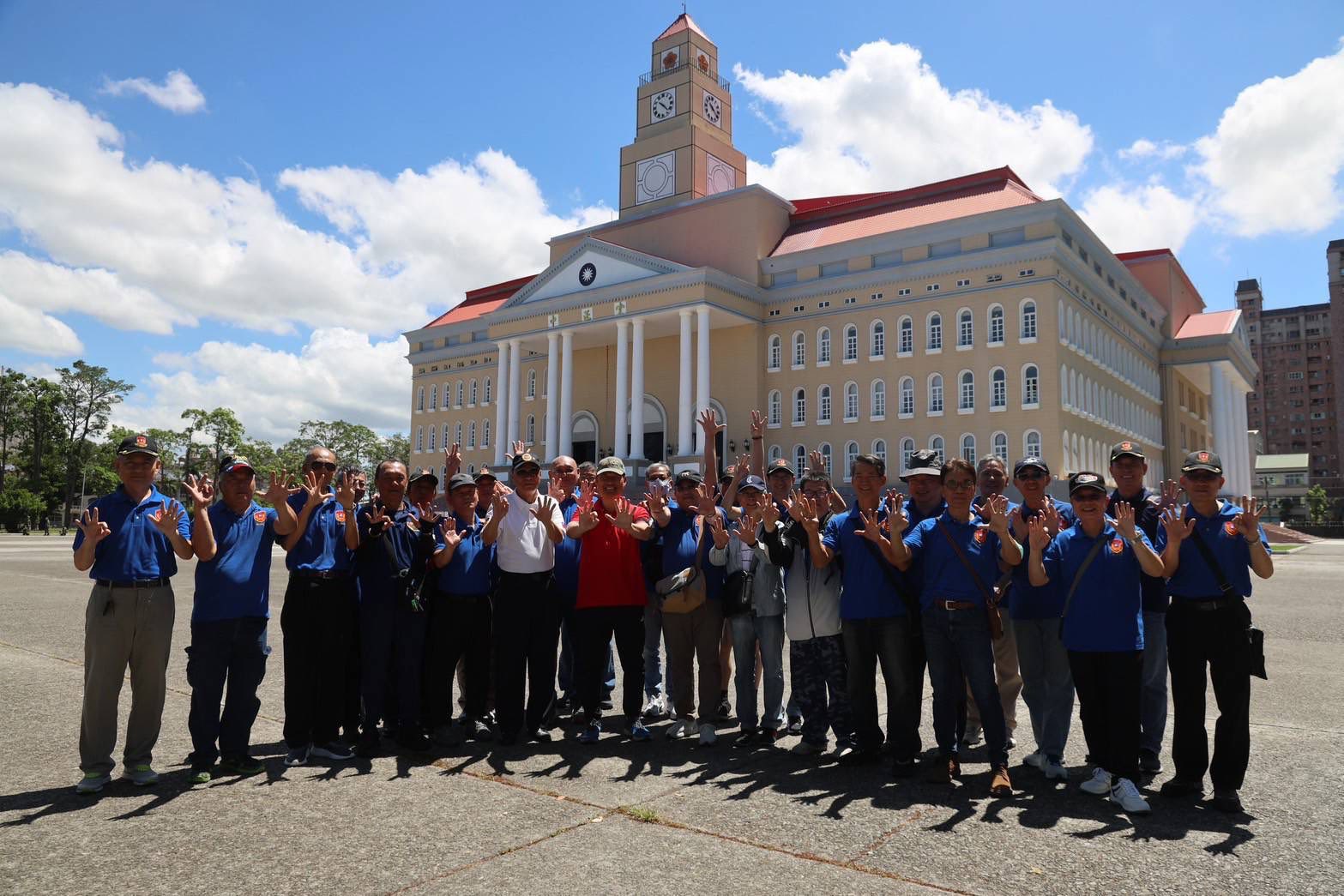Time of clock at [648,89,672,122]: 10:22
